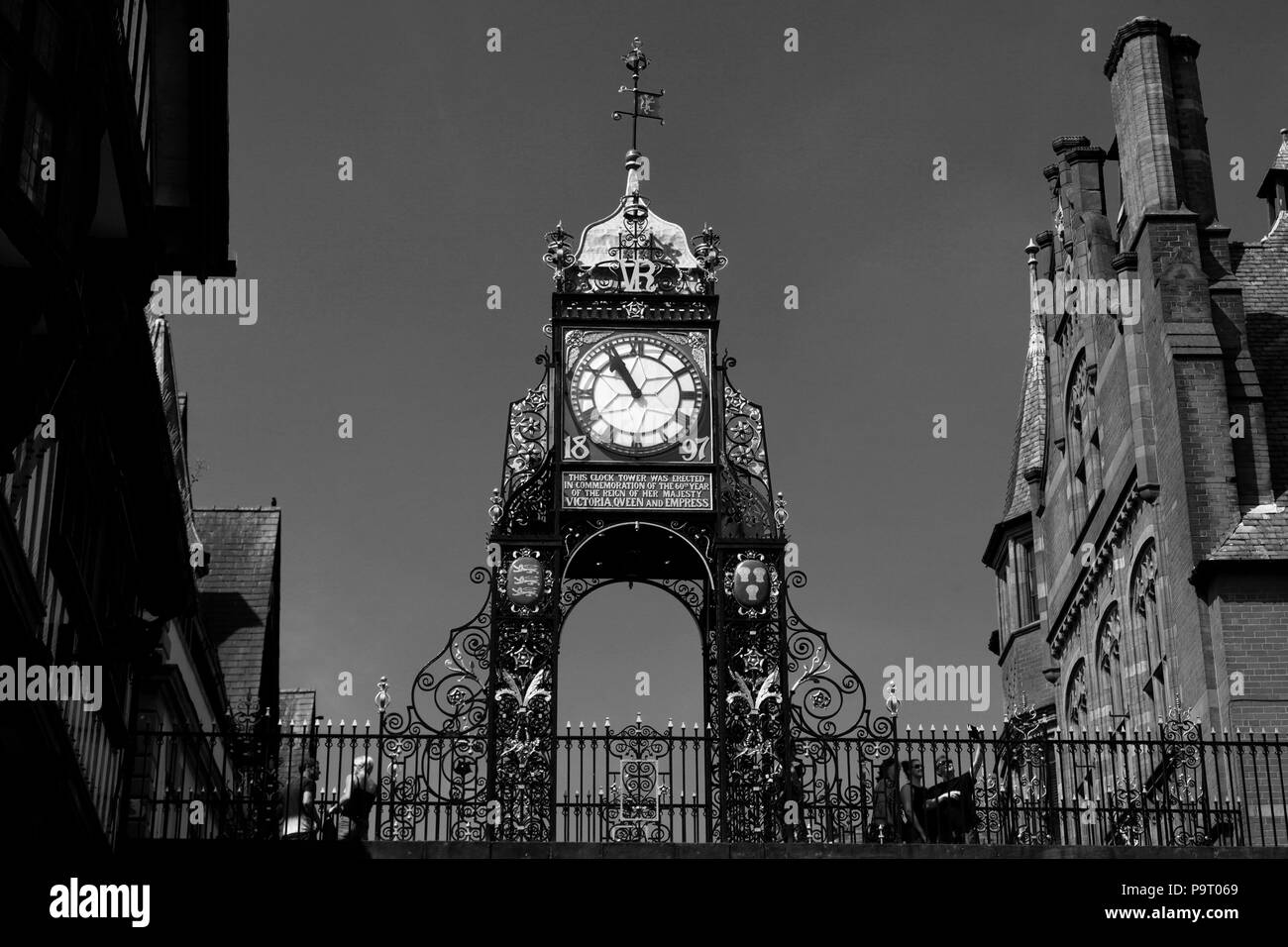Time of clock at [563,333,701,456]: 10:55
